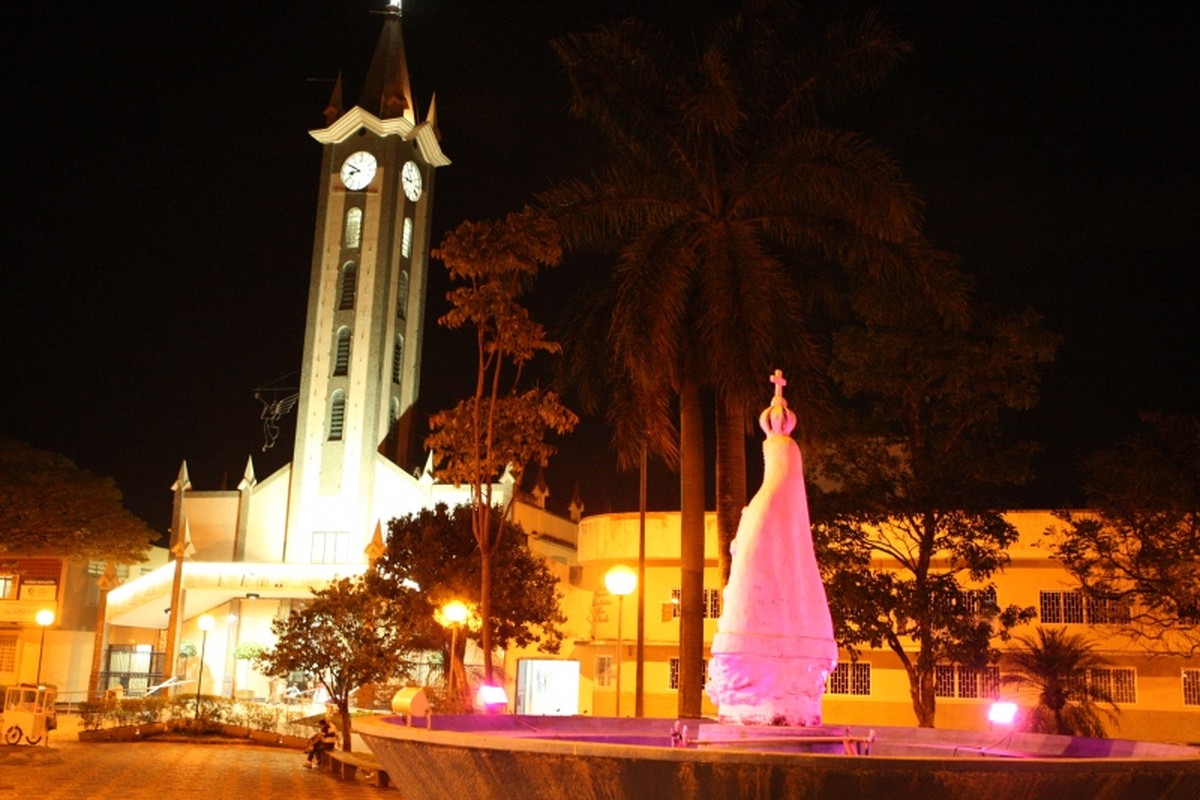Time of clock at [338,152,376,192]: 8:49
